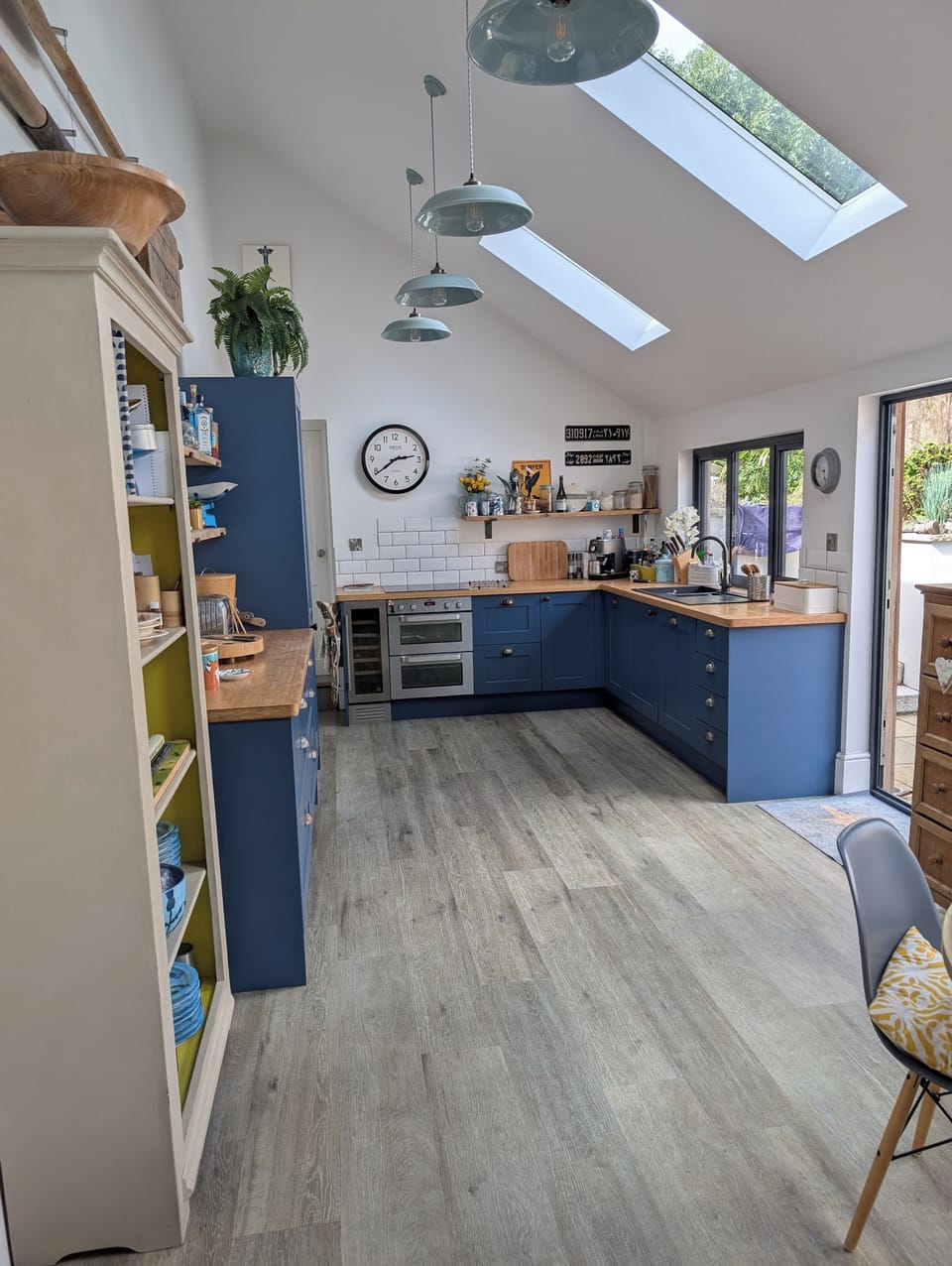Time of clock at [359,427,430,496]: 2:39
